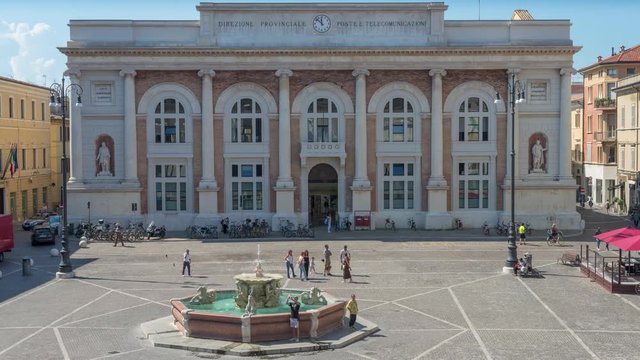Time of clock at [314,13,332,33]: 11:52
